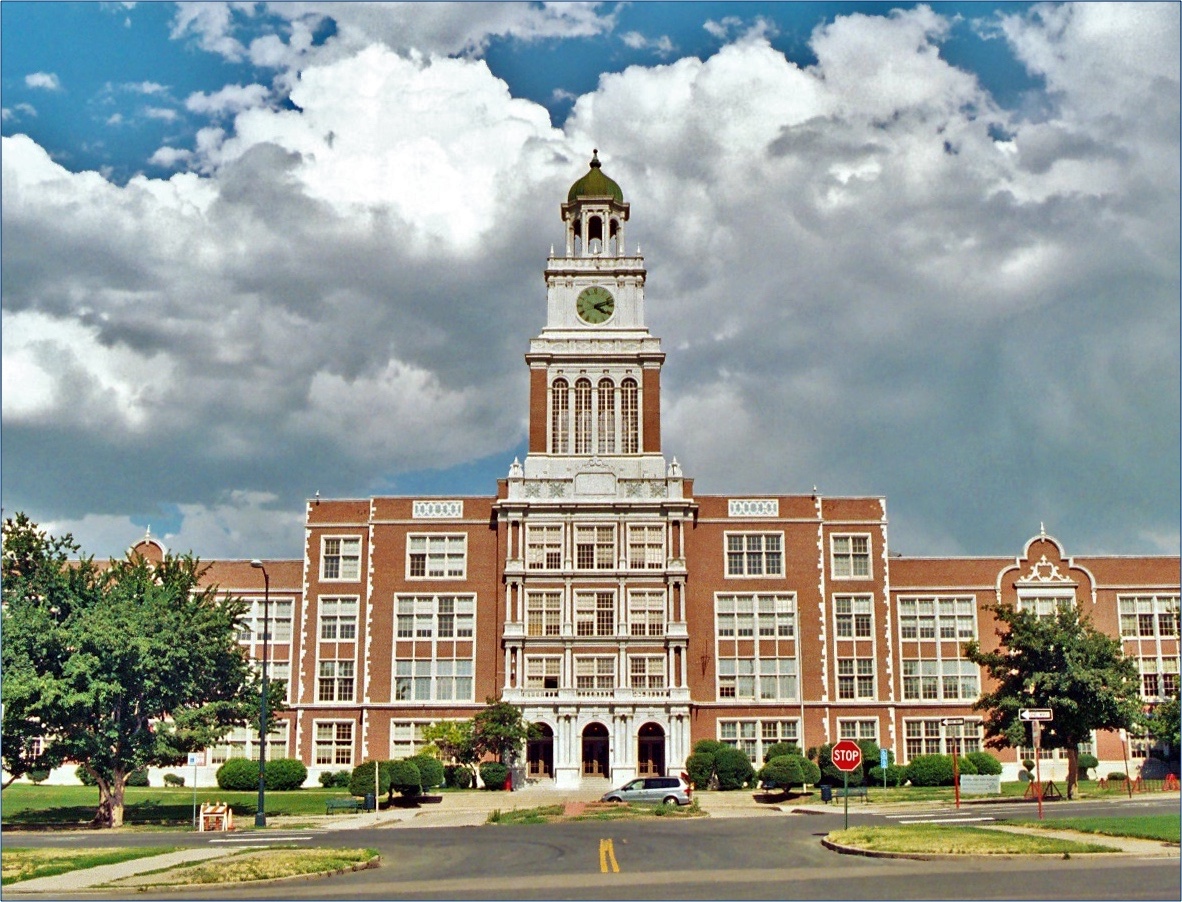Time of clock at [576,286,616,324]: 4:12
